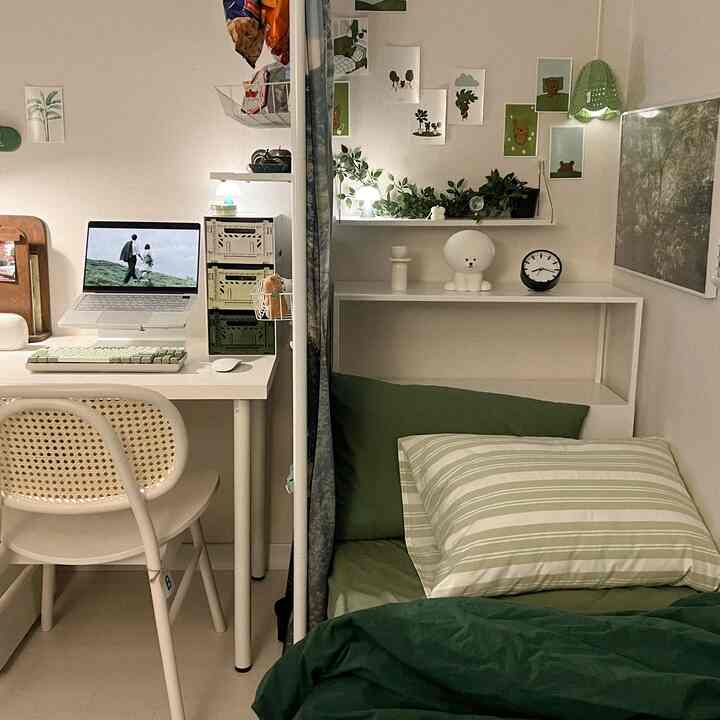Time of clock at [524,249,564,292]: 8:17
